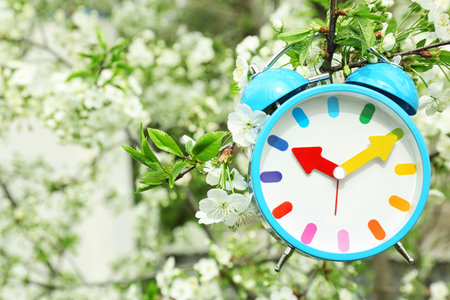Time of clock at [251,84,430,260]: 10:10
